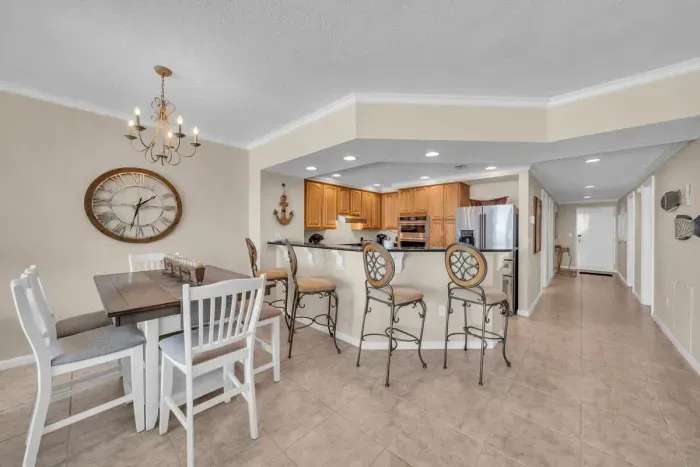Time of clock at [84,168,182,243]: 1:32
